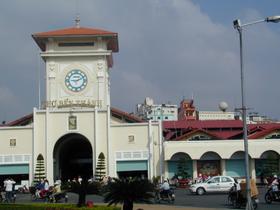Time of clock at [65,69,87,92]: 9:11
